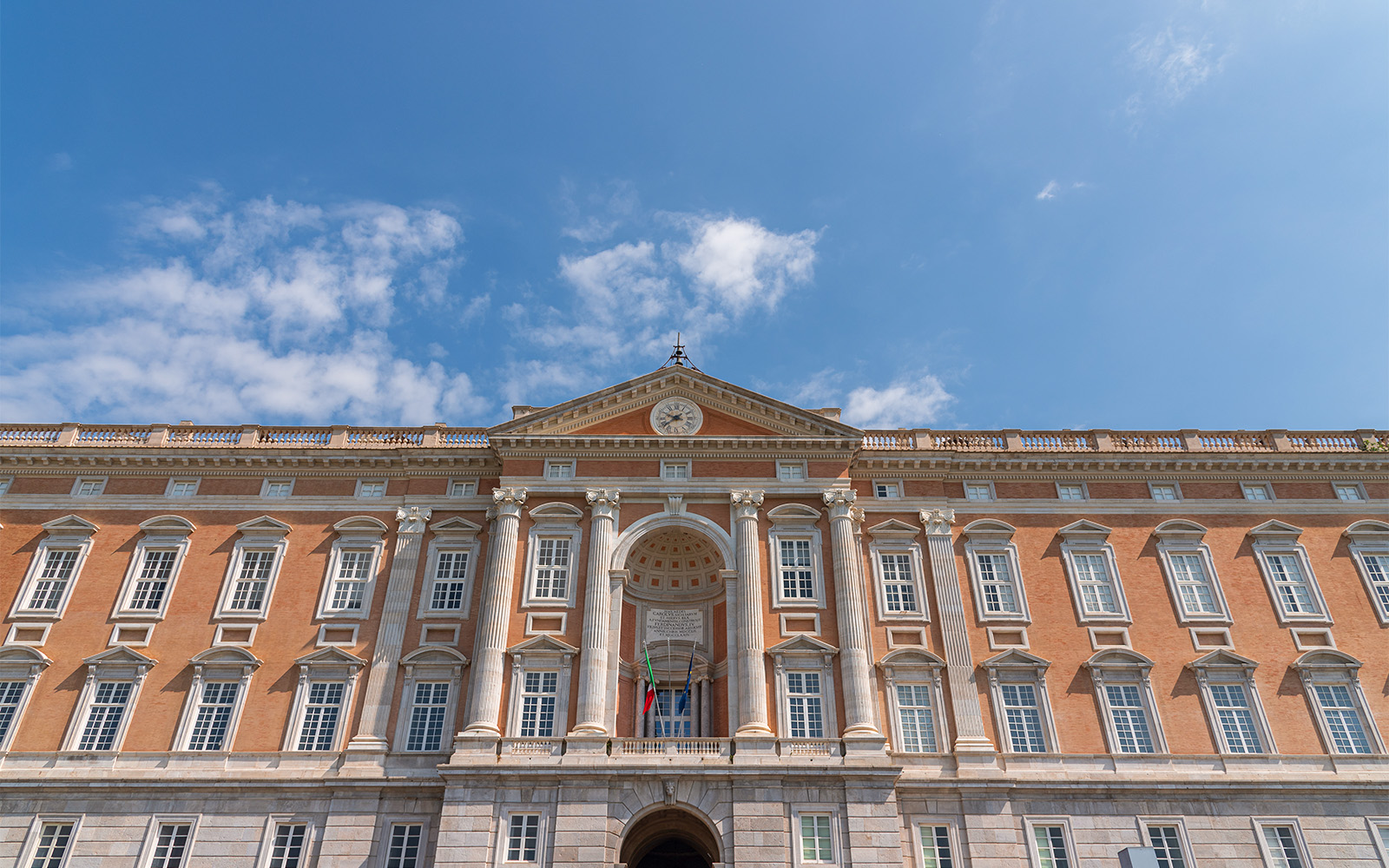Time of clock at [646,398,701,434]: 9:38
